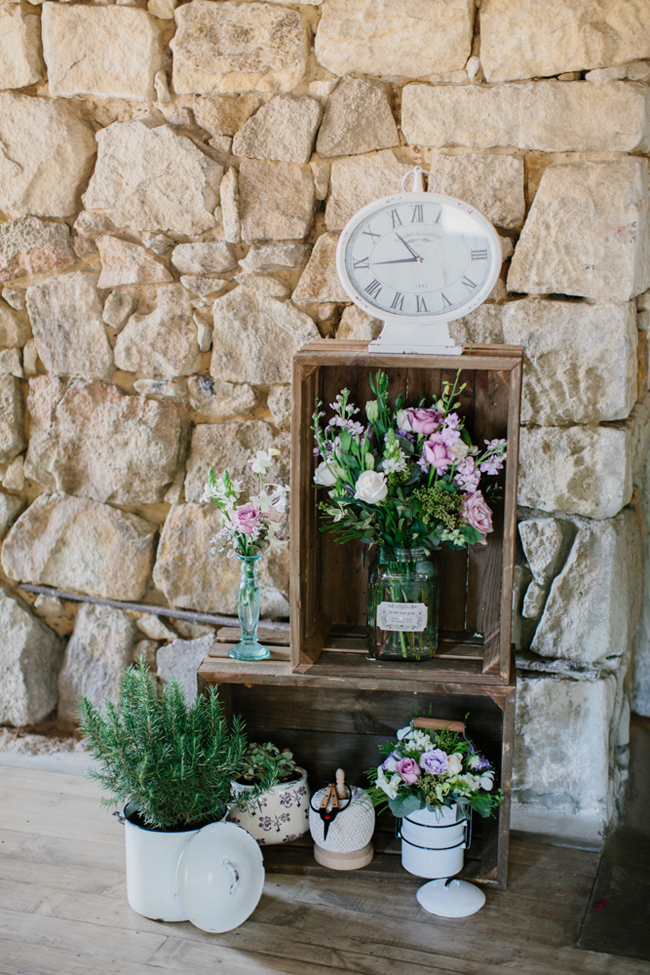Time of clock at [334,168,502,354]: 10:44
